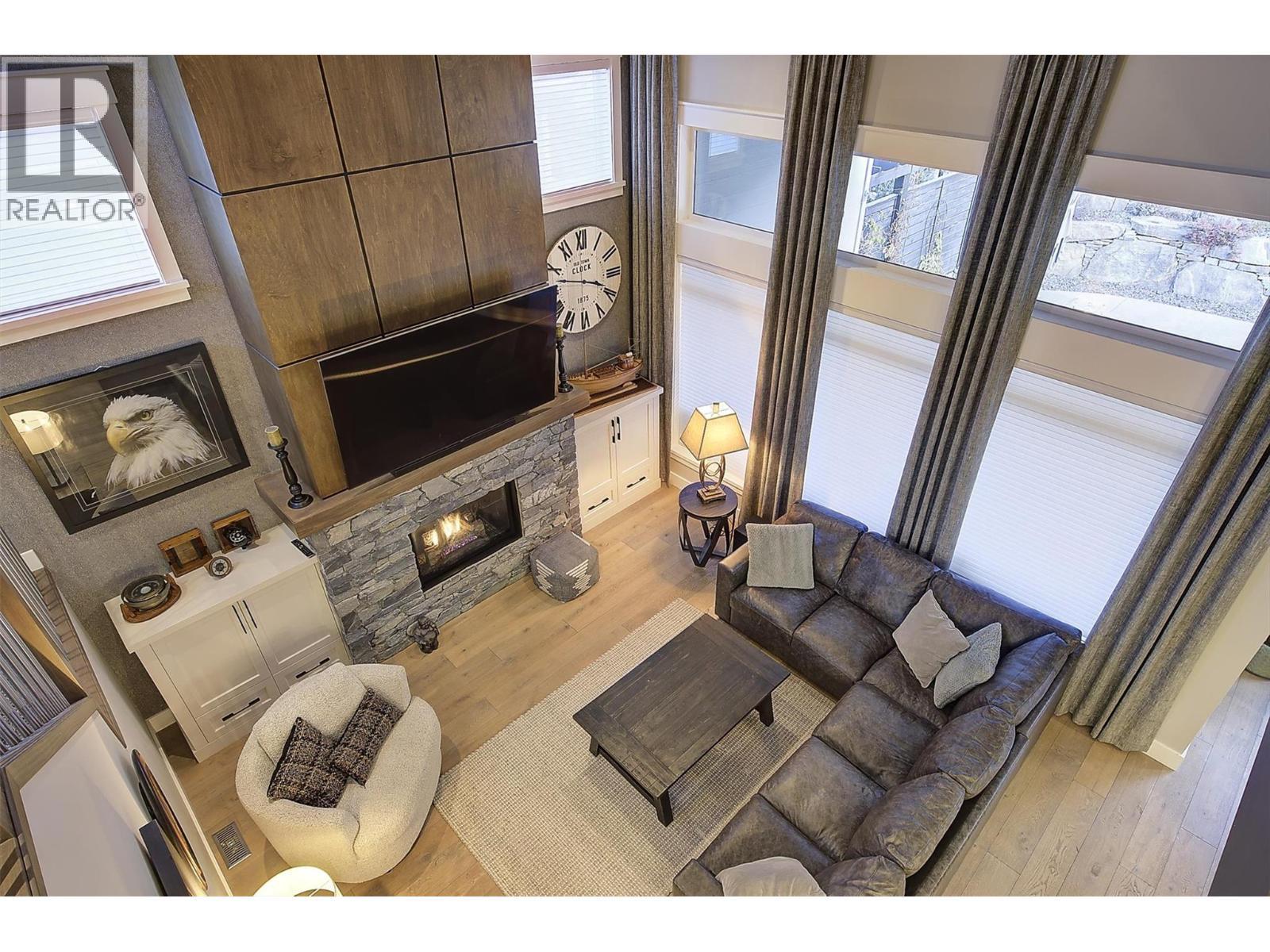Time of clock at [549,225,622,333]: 3:47
